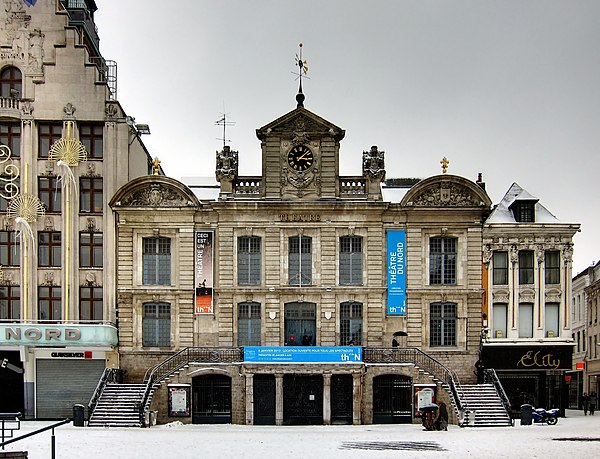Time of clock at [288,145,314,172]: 3:08
